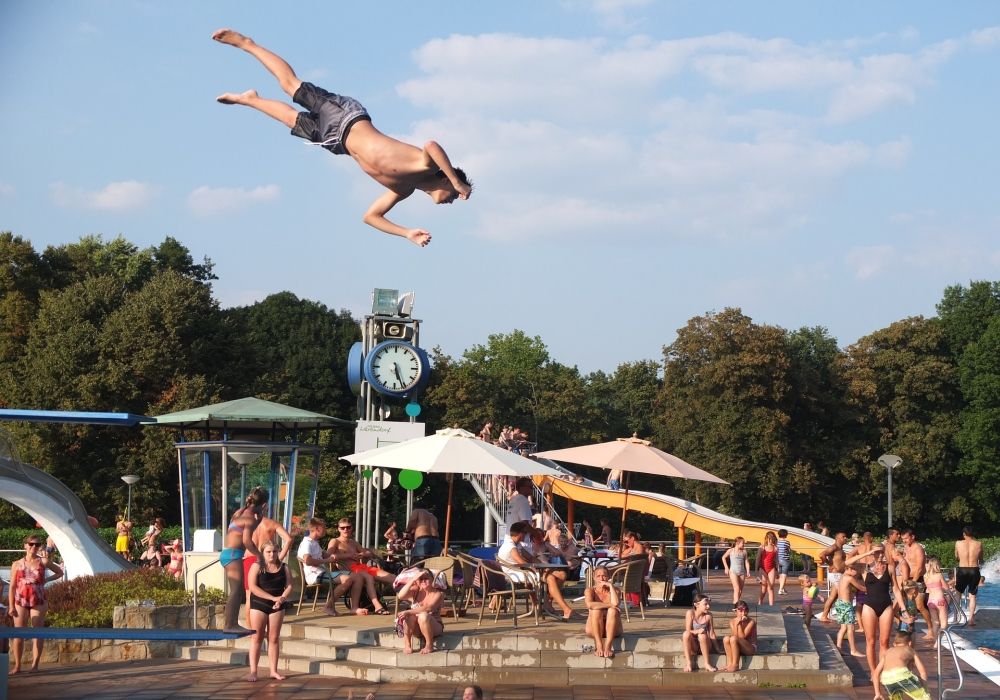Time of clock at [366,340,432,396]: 5:26
